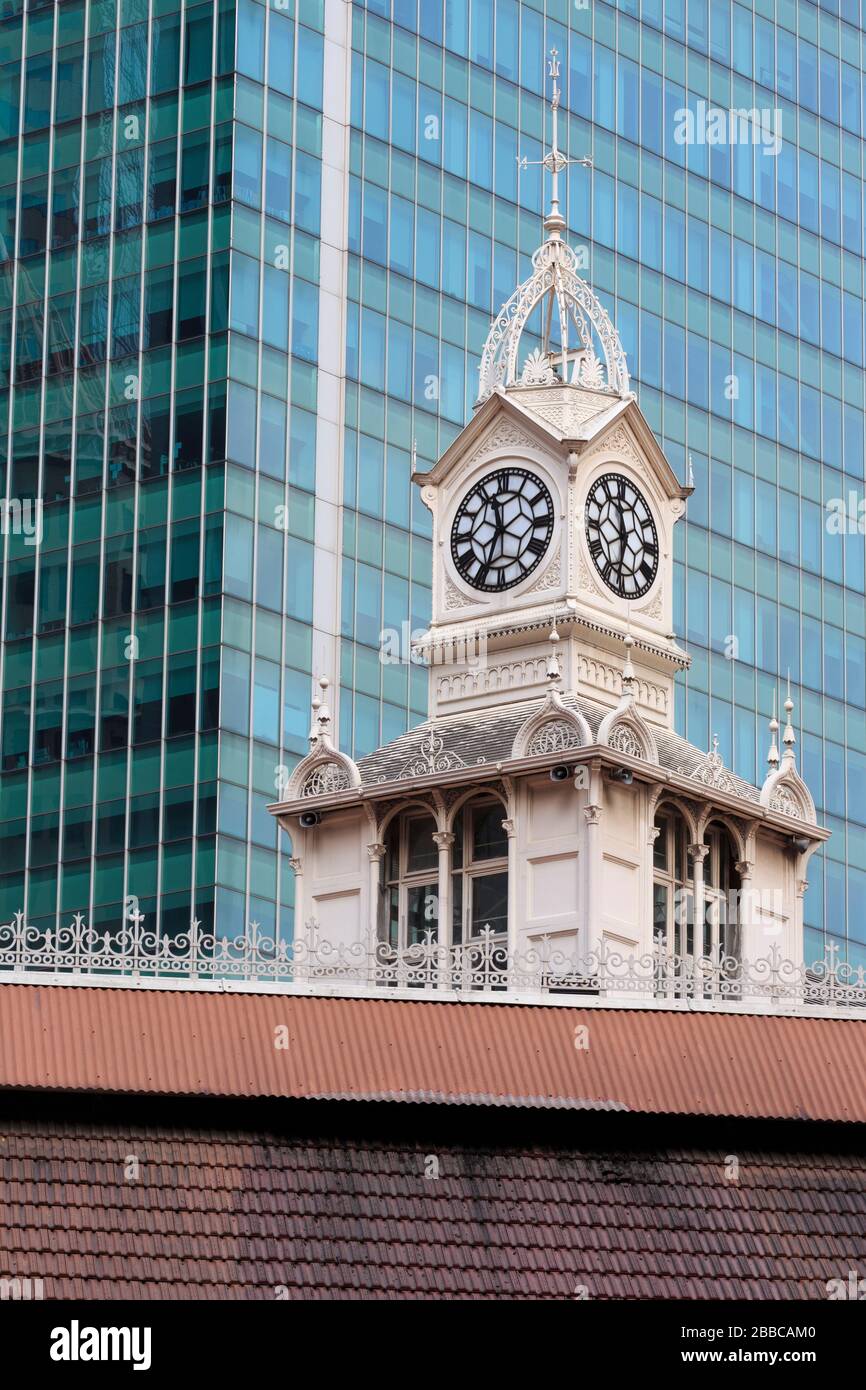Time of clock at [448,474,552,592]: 11:33
